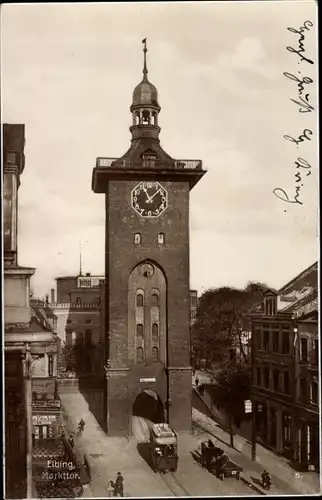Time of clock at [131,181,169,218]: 11:07
